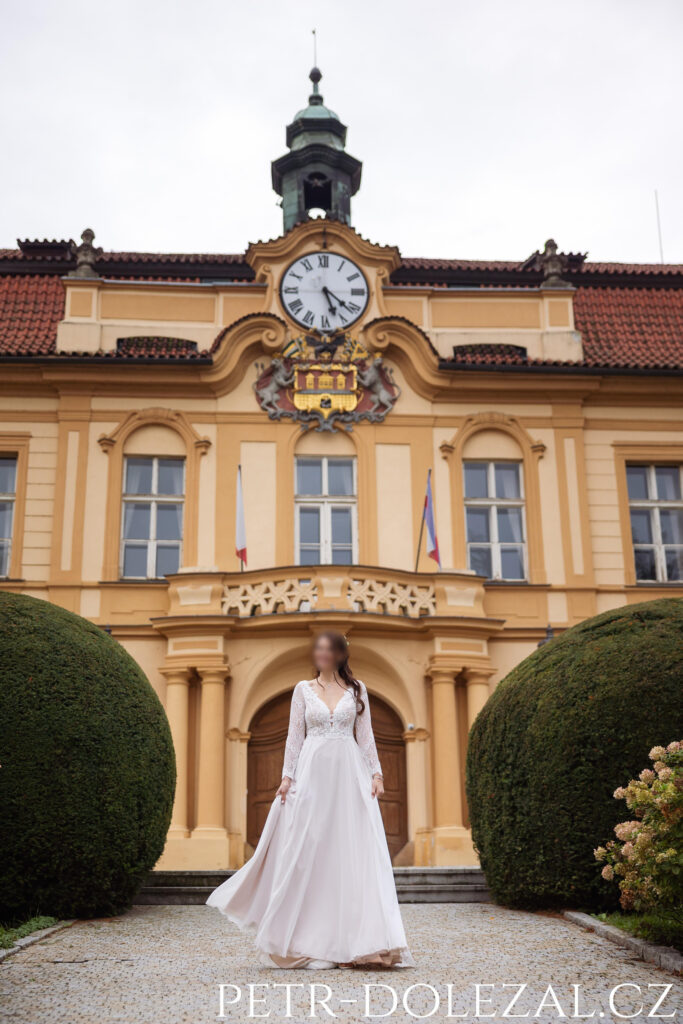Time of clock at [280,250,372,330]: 5:21
